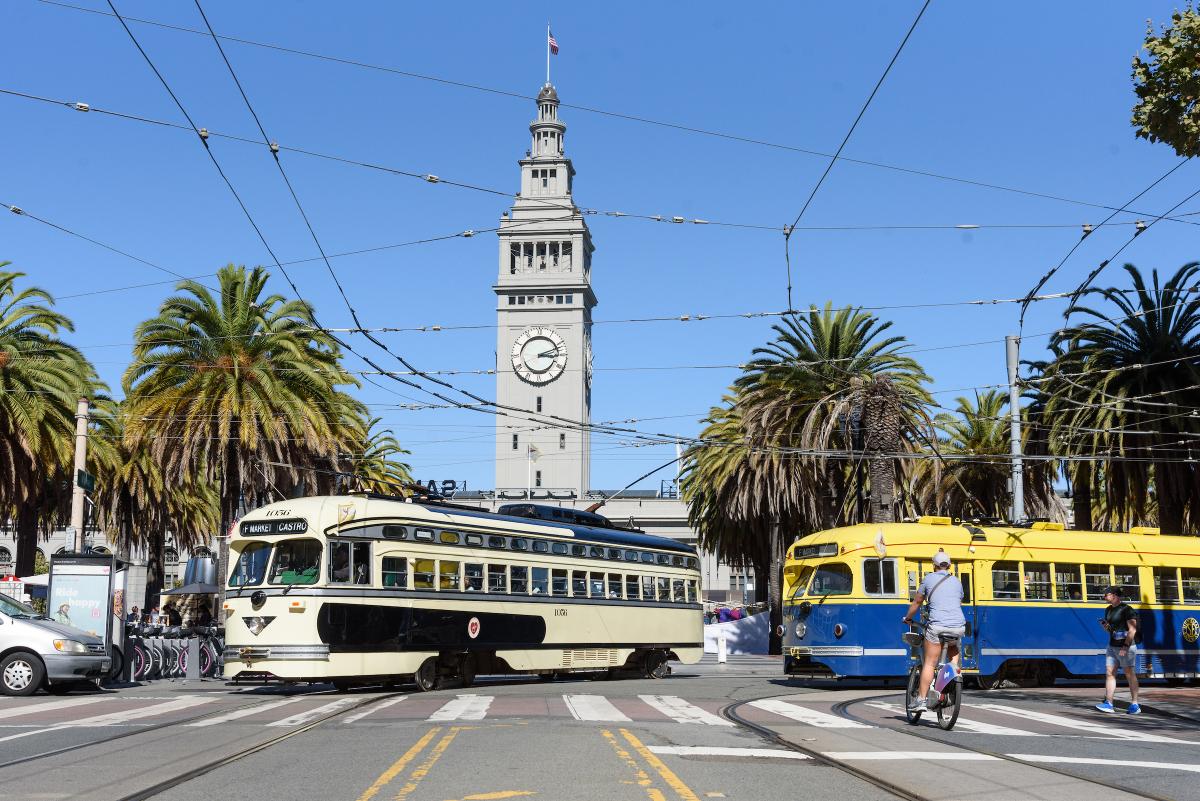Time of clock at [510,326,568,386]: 3:11
